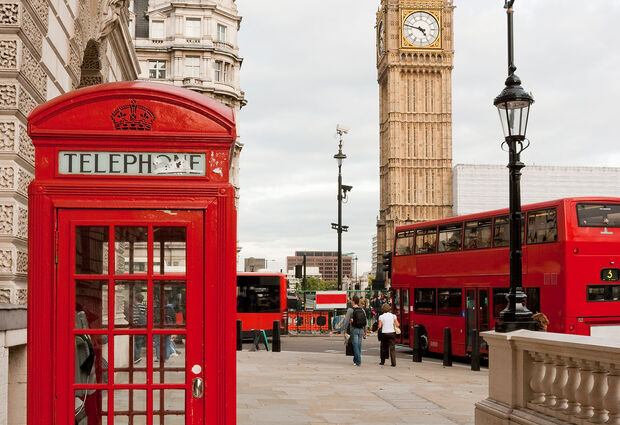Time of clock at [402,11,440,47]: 4:47
